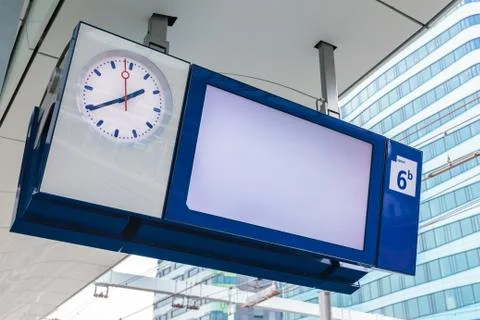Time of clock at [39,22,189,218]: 1:39
